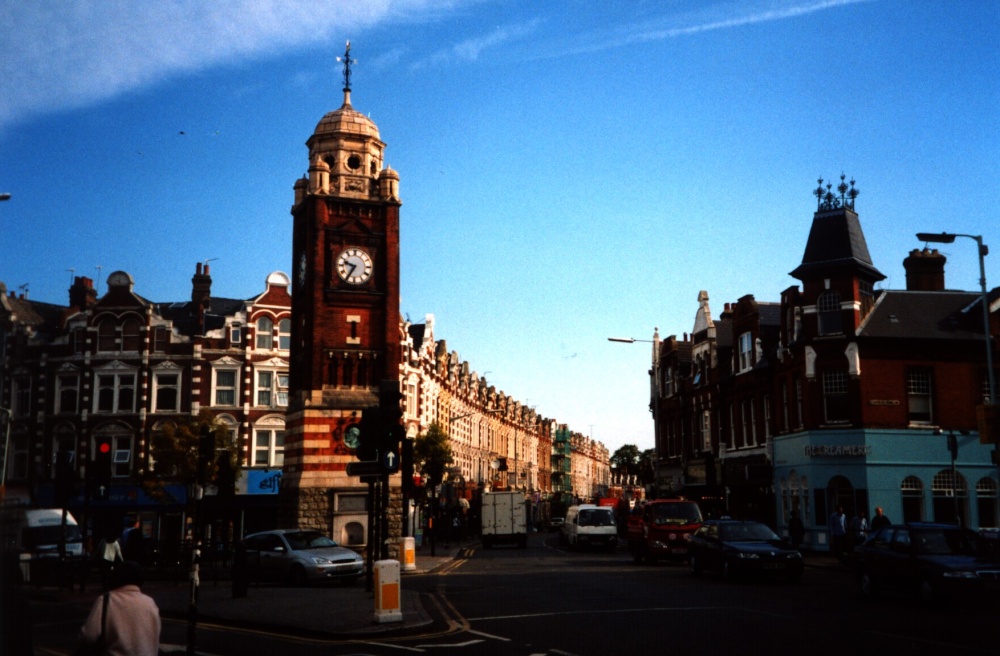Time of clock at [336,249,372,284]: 9:35
